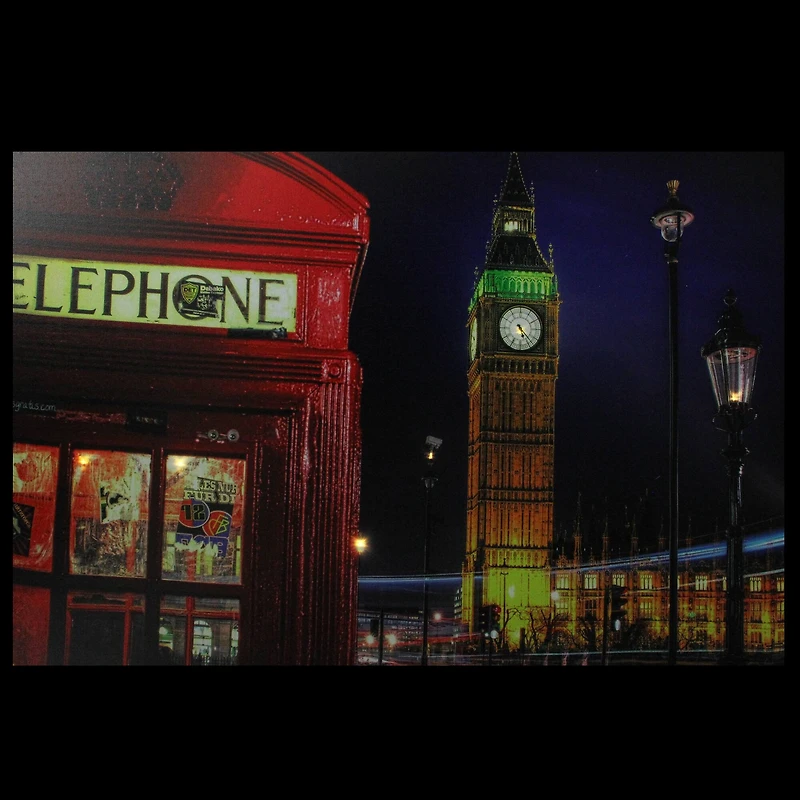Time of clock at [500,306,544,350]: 5:23
